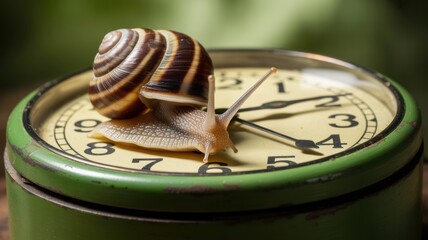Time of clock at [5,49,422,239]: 2:21
